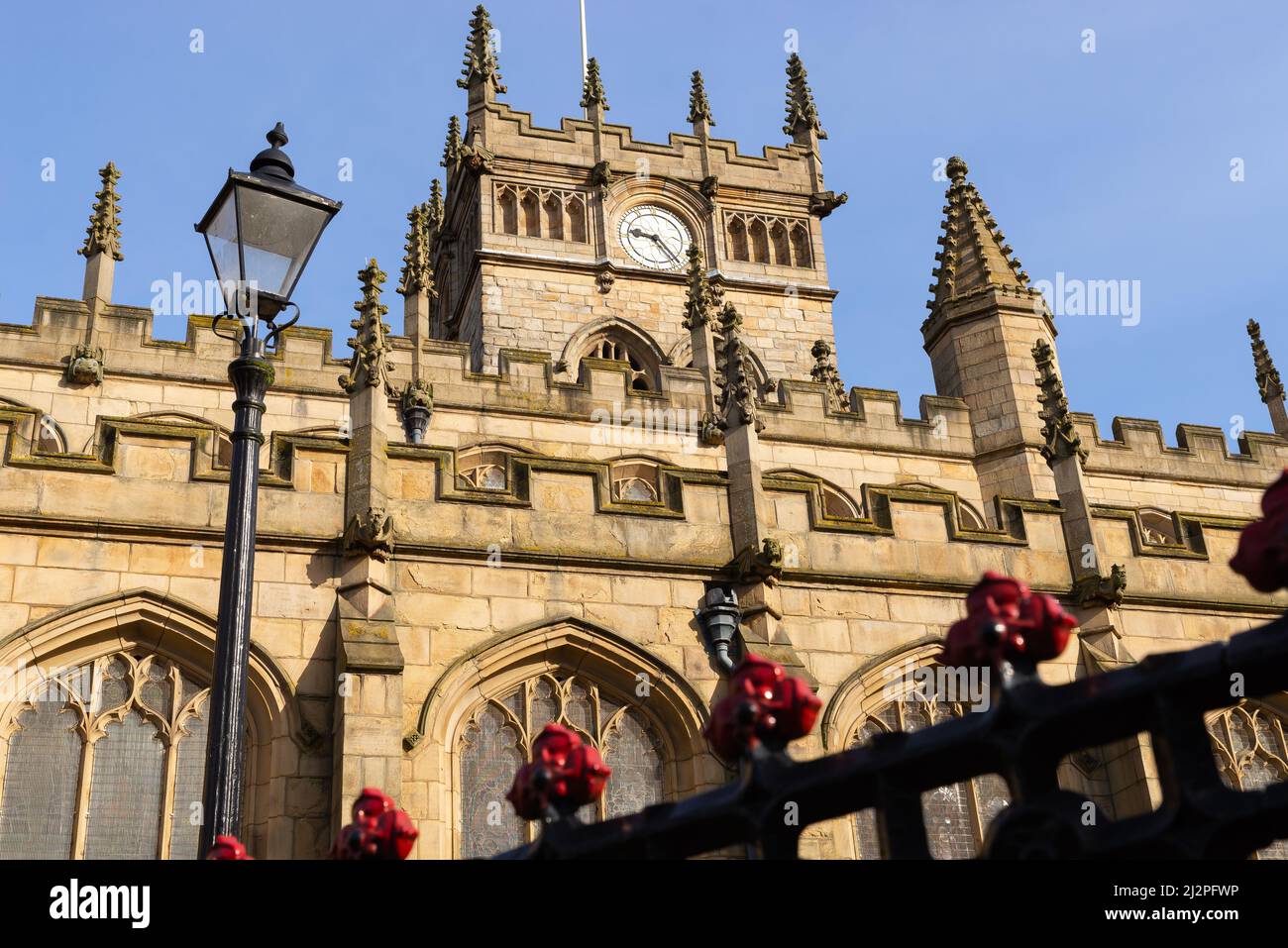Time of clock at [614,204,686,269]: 9:23
